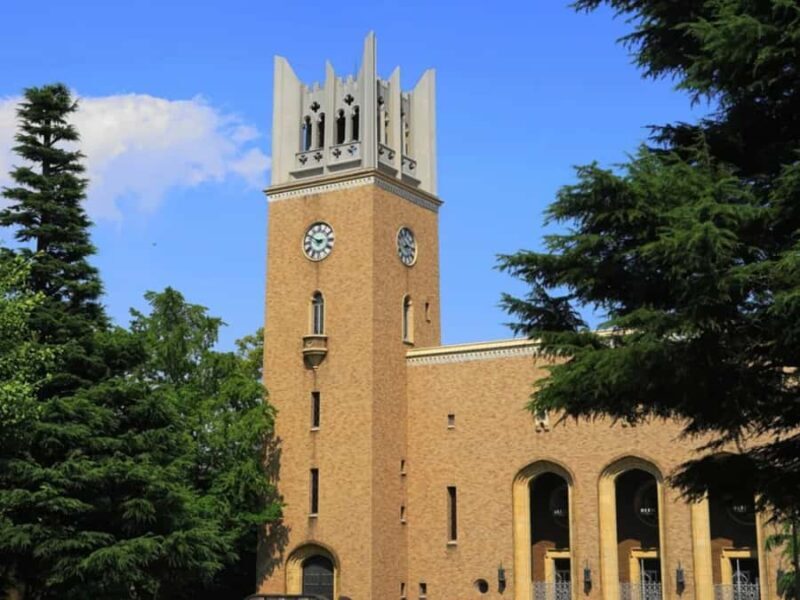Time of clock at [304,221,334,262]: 2:49
